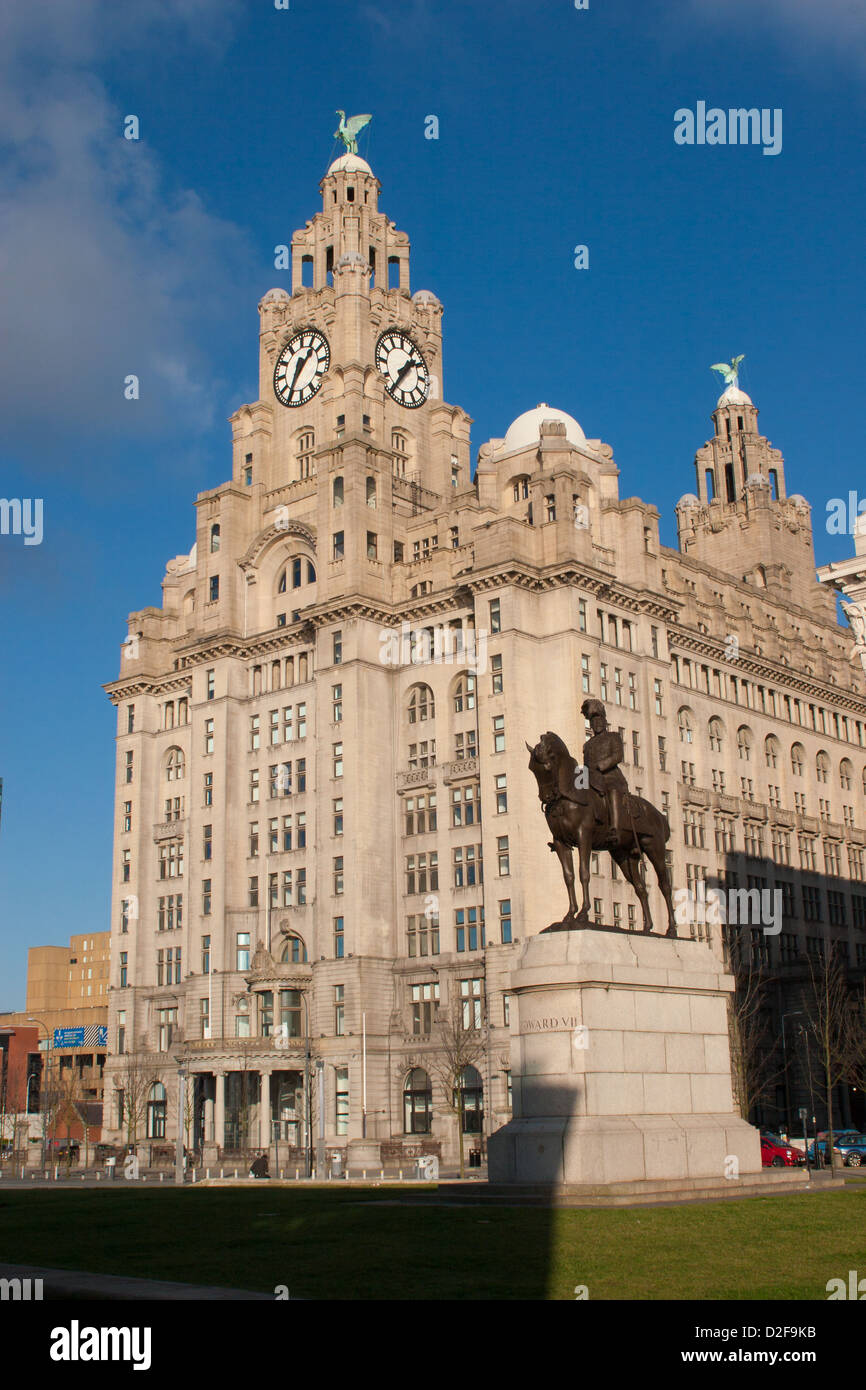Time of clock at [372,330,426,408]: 1:35
